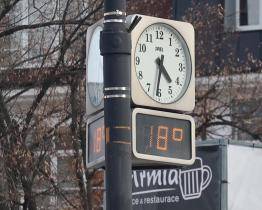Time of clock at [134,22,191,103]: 4:31
